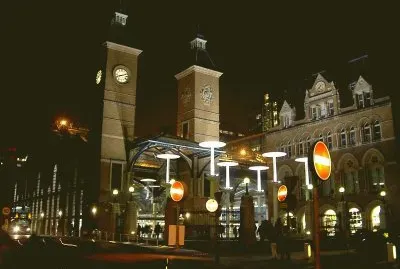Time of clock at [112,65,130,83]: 8:11
